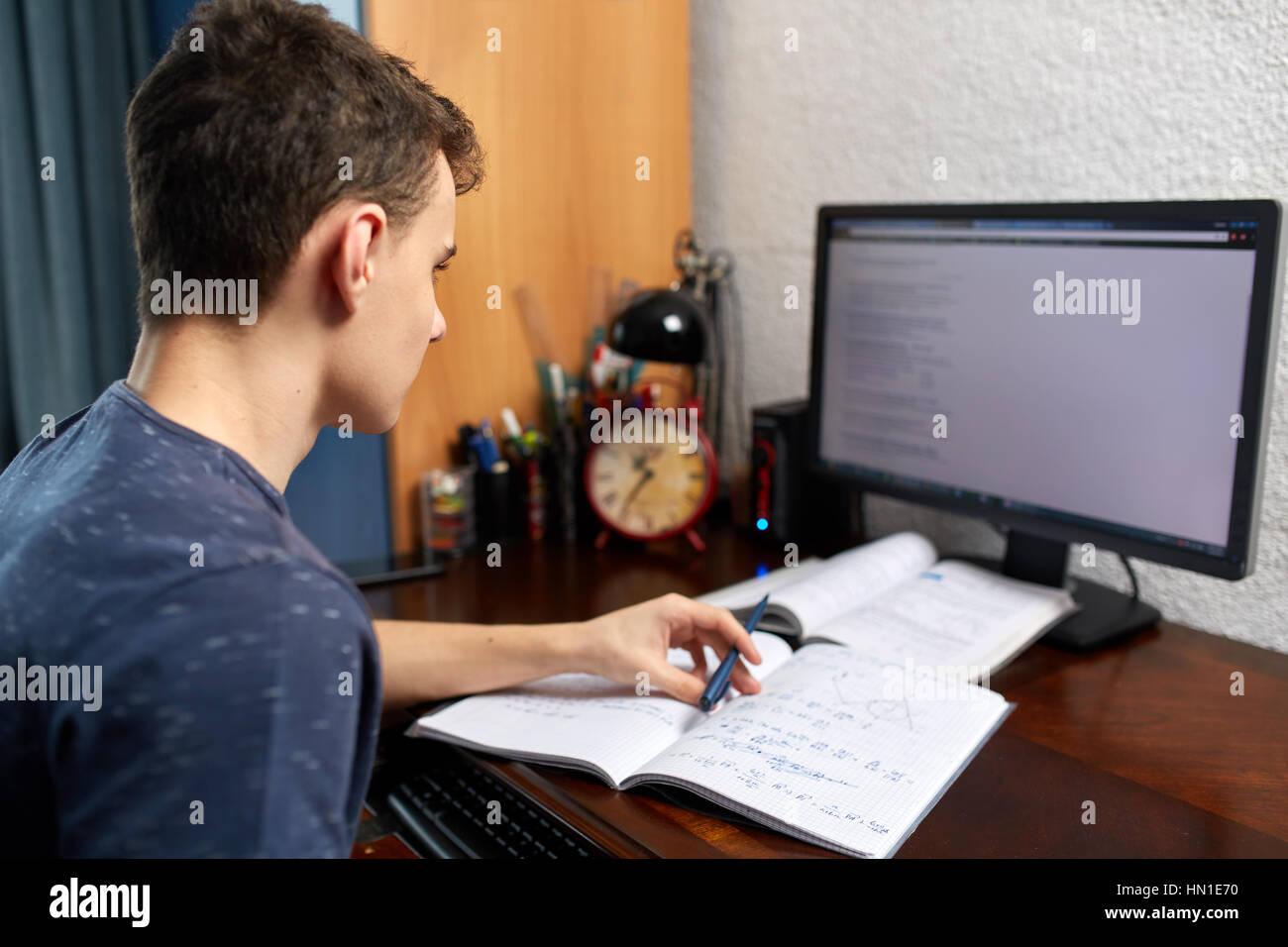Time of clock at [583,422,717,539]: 10:36
